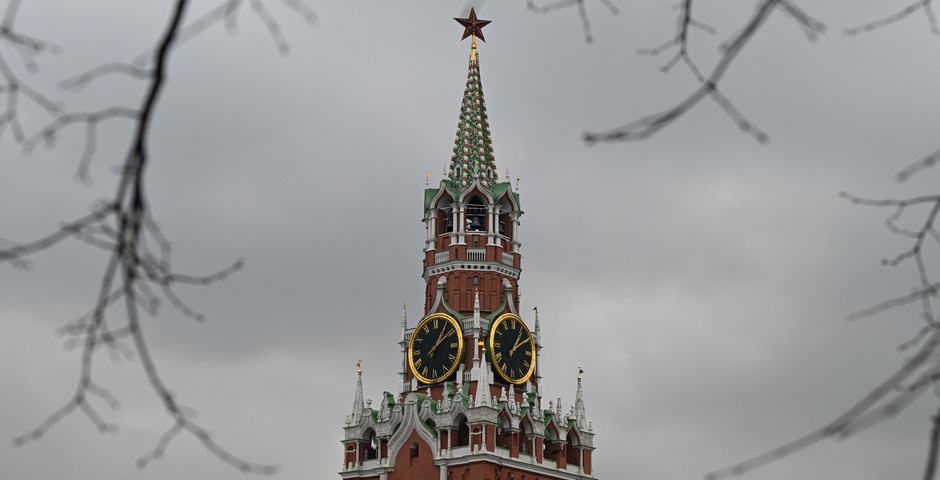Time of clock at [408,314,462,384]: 1:09
